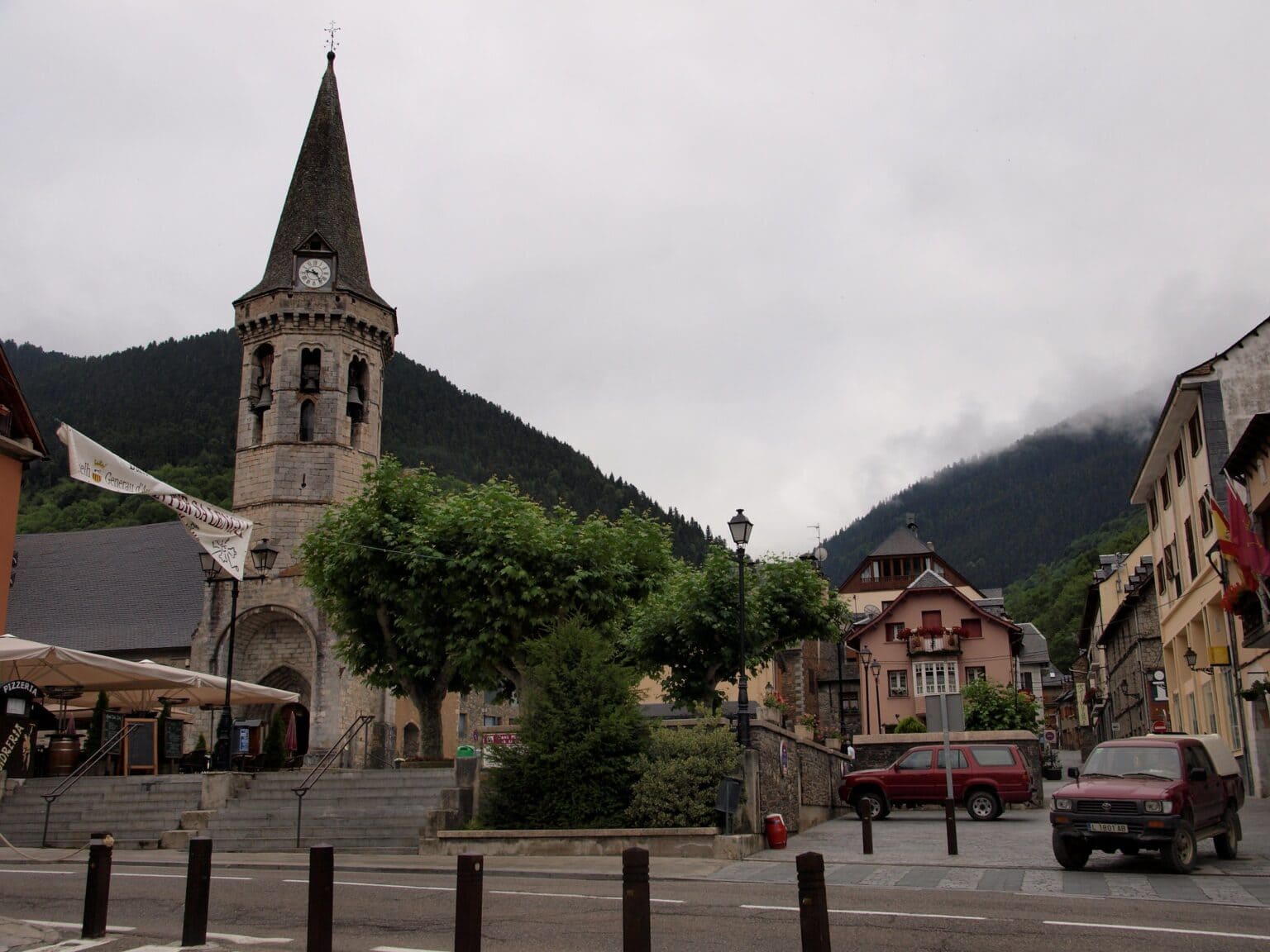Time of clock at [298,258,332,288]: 9:23
